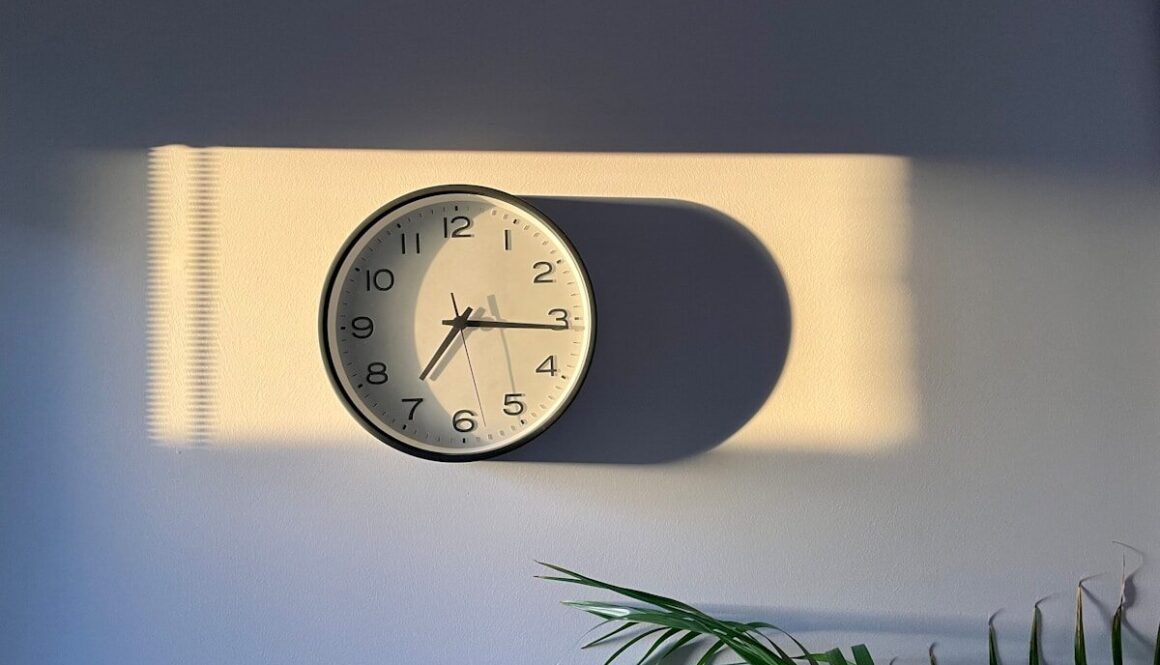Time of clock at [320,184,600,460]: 7:15
